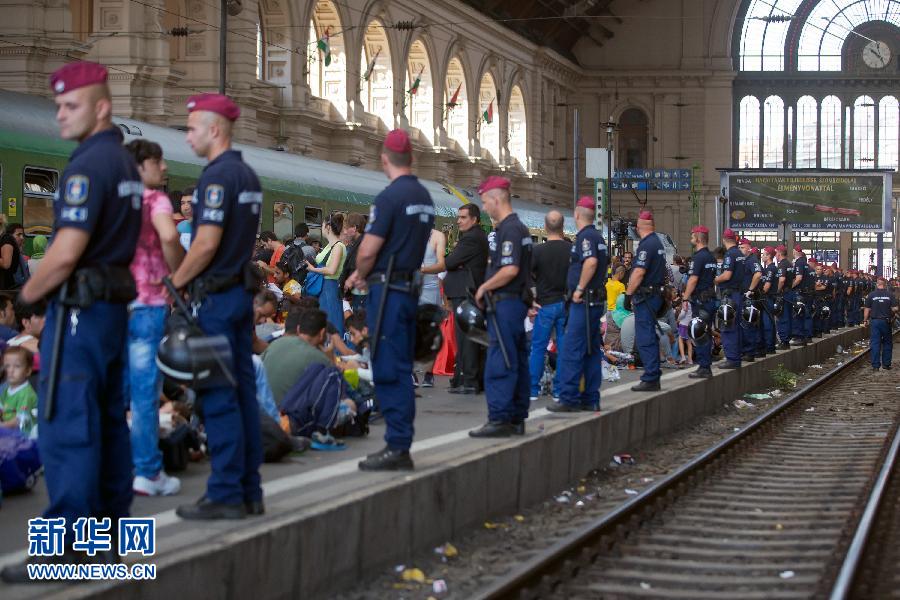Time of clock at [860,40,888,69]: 10:23
